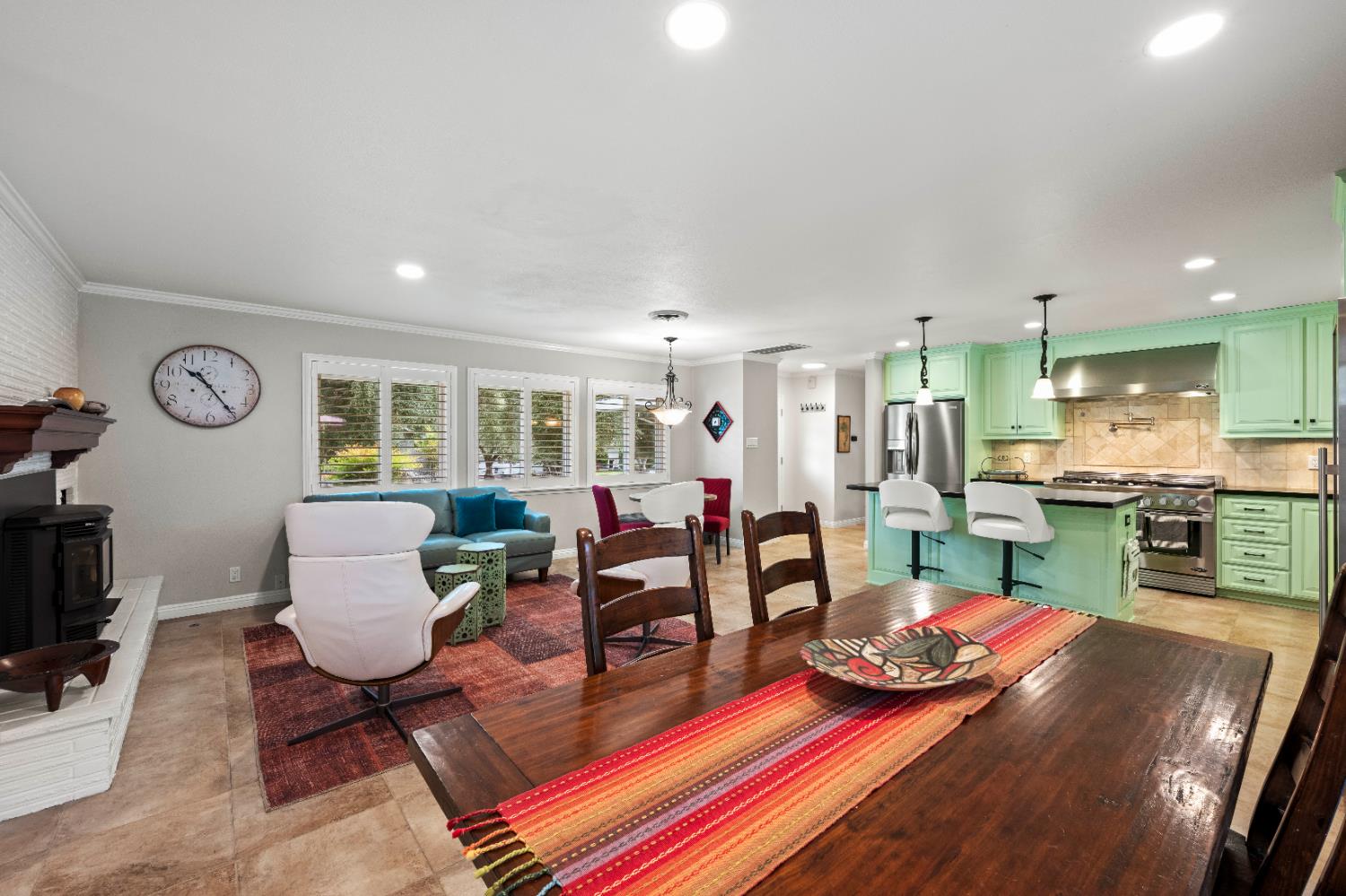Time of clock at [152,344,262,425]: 10:24
